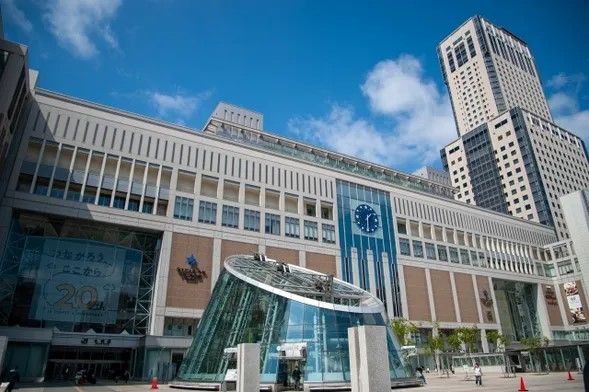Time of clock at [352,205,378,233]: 1:30
